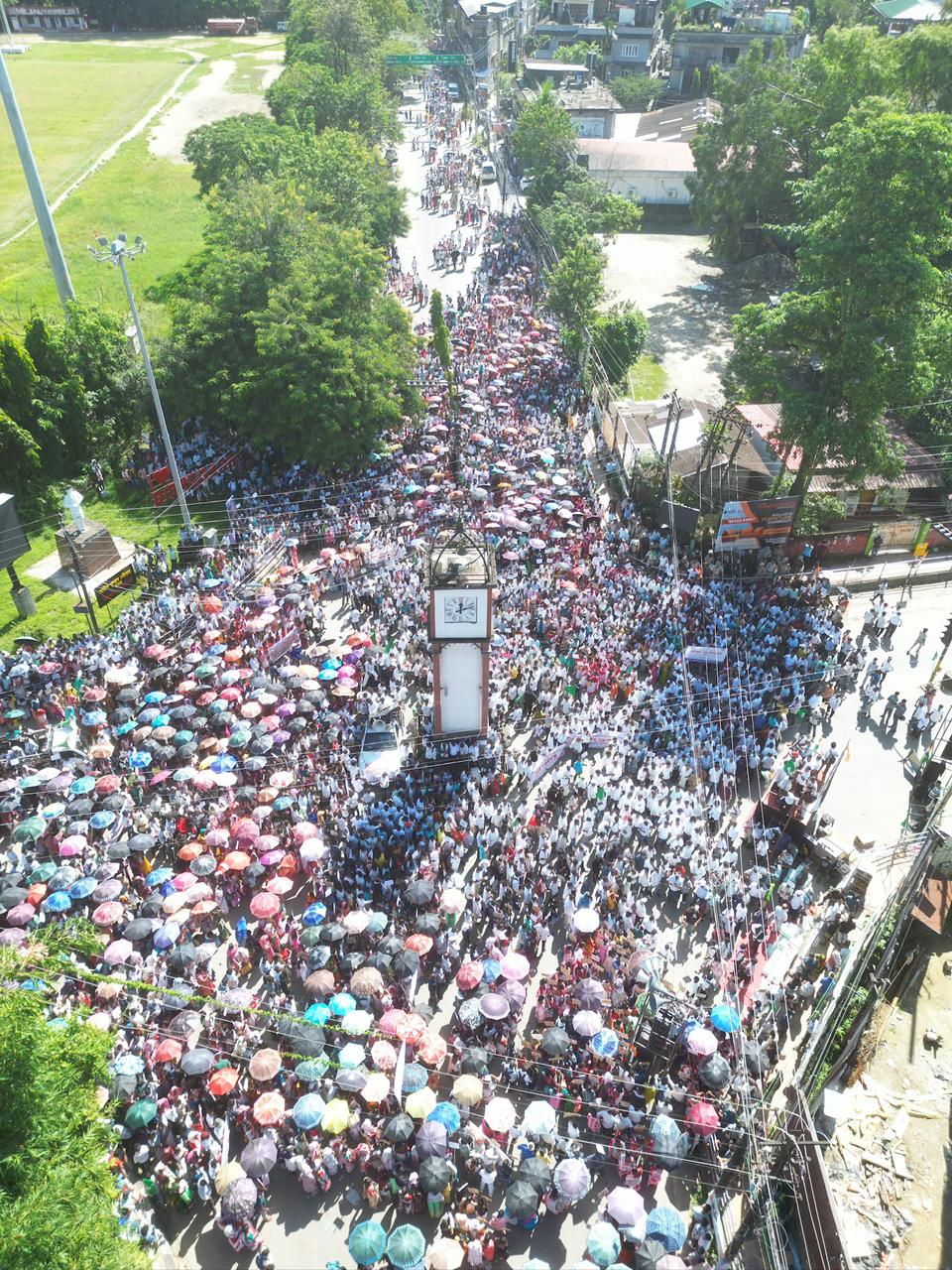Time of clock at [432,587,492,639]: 12:12
